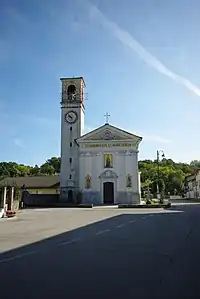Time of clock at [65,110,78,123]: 9:52
